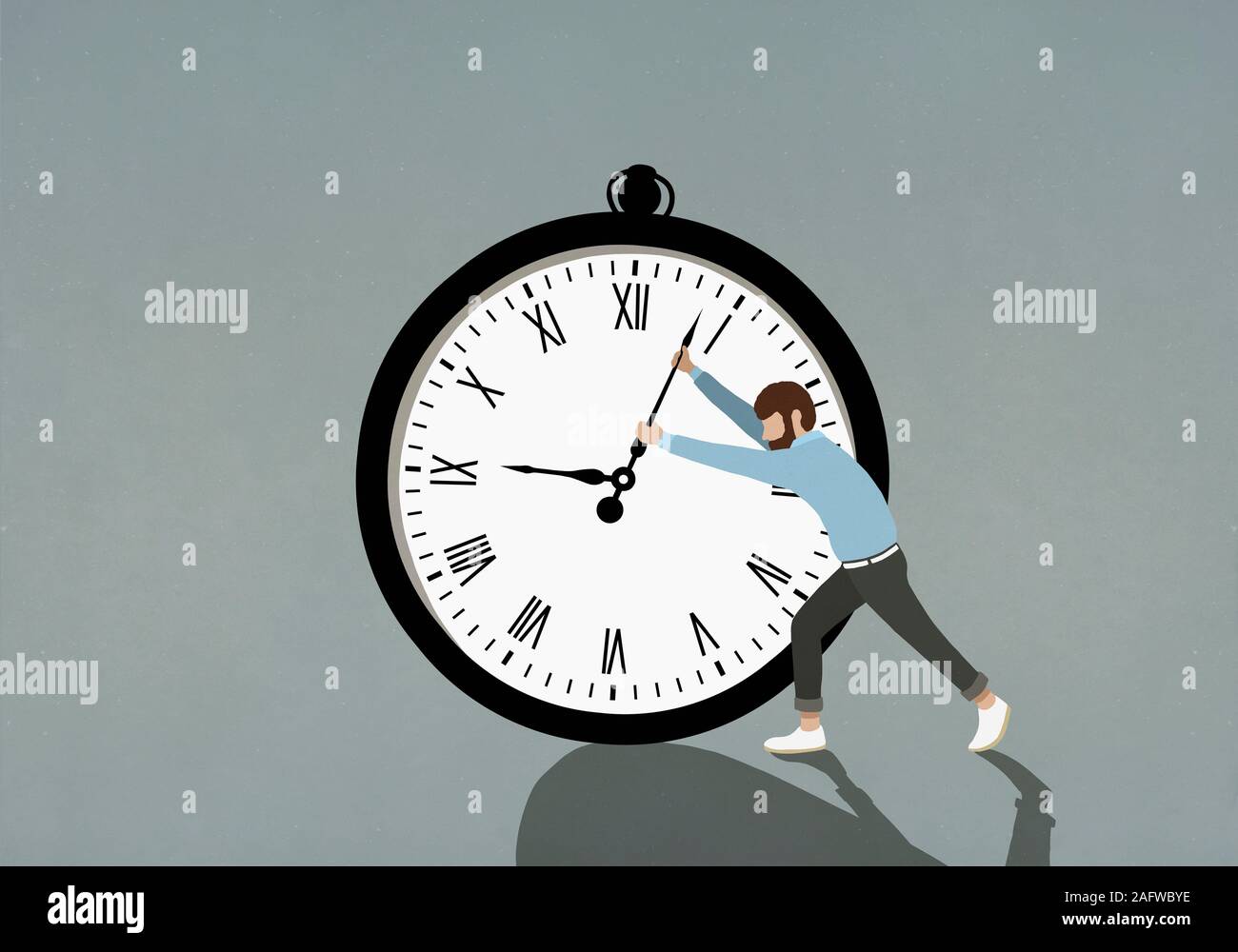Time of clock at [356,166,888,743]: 9:03
